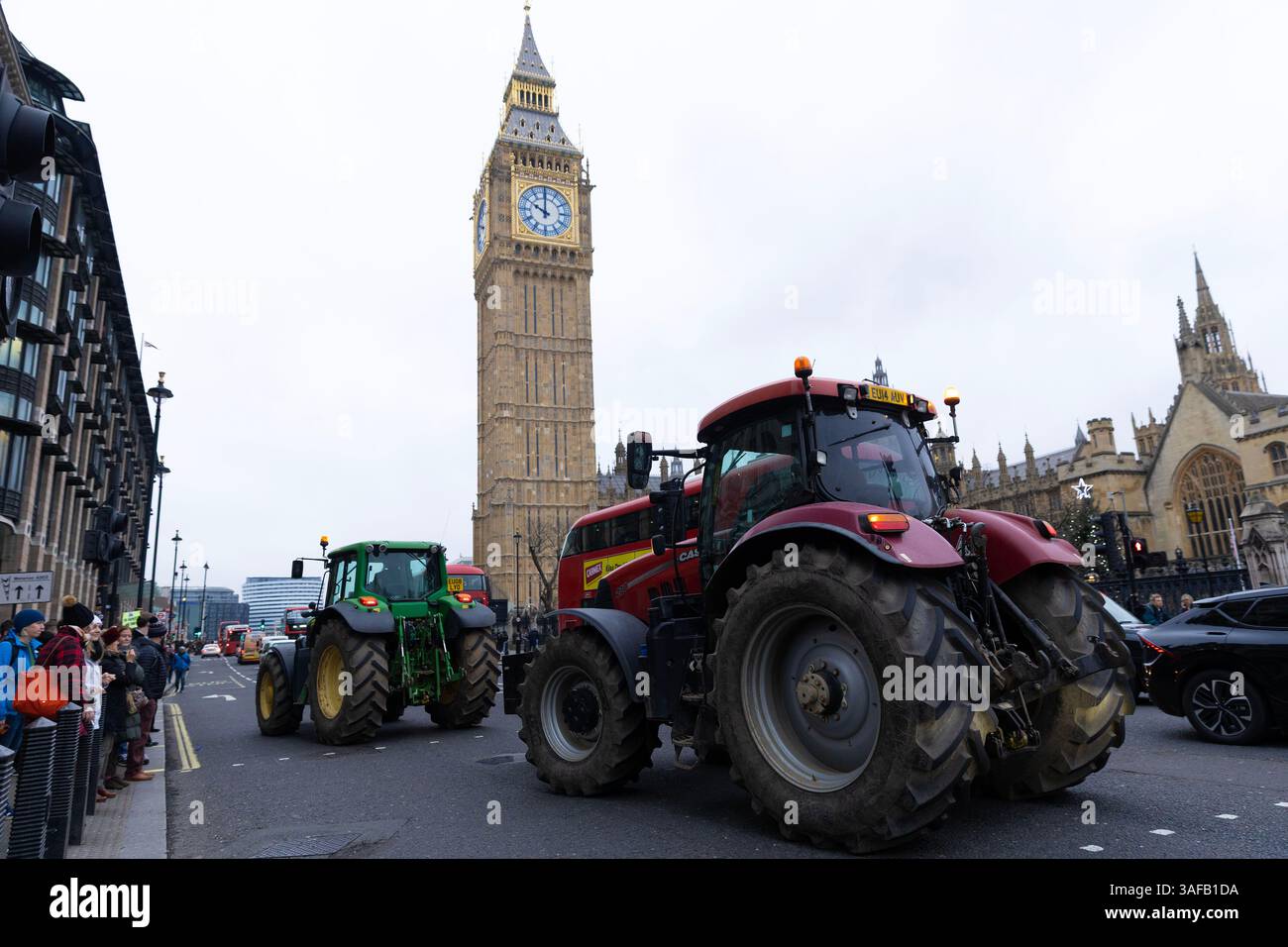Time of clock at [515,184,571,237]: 10:00
